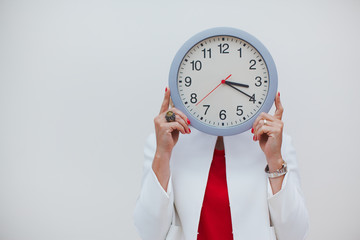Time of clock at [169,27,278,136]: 3:19
